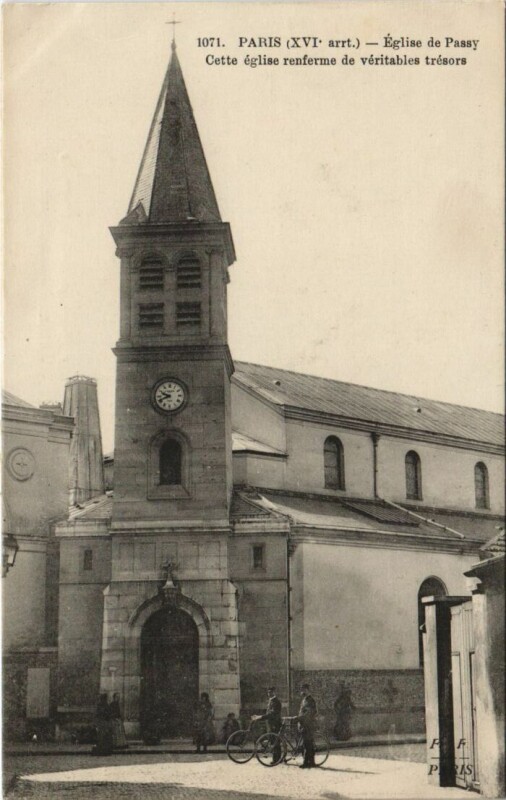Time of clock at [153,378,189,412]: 9:41
